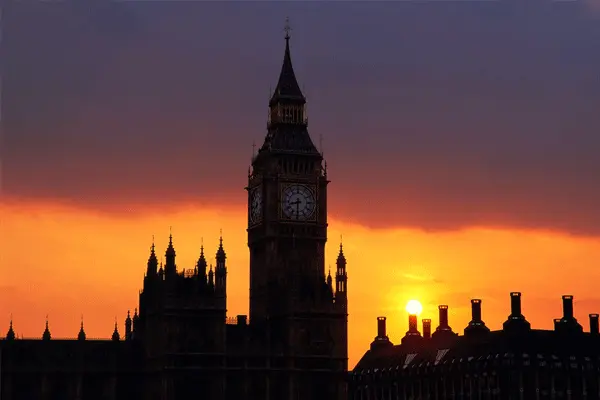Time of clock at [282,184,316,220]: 8:30
